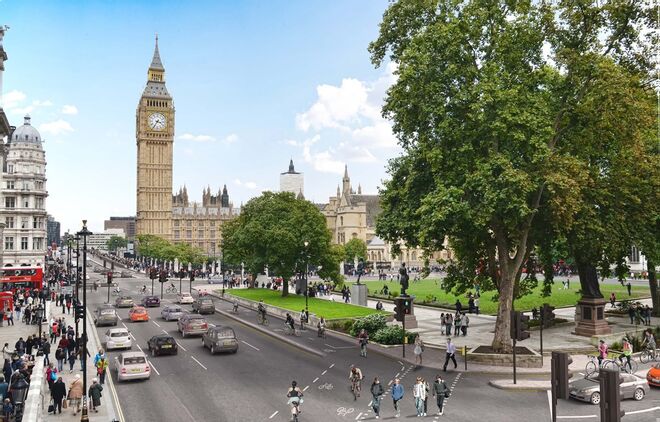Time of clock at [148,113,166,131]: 3:35
